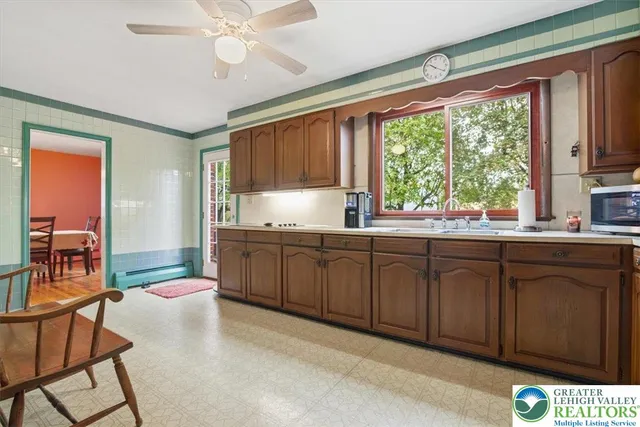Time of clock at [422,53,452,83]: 10:20
